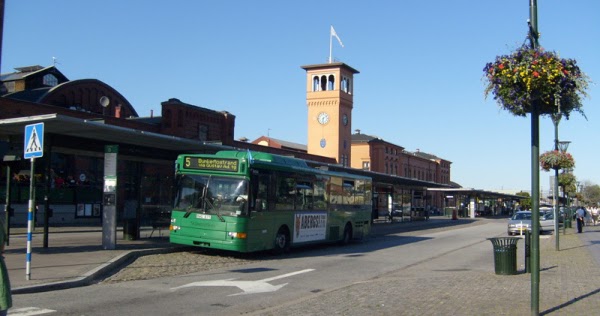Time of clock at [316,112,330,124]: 6:08
